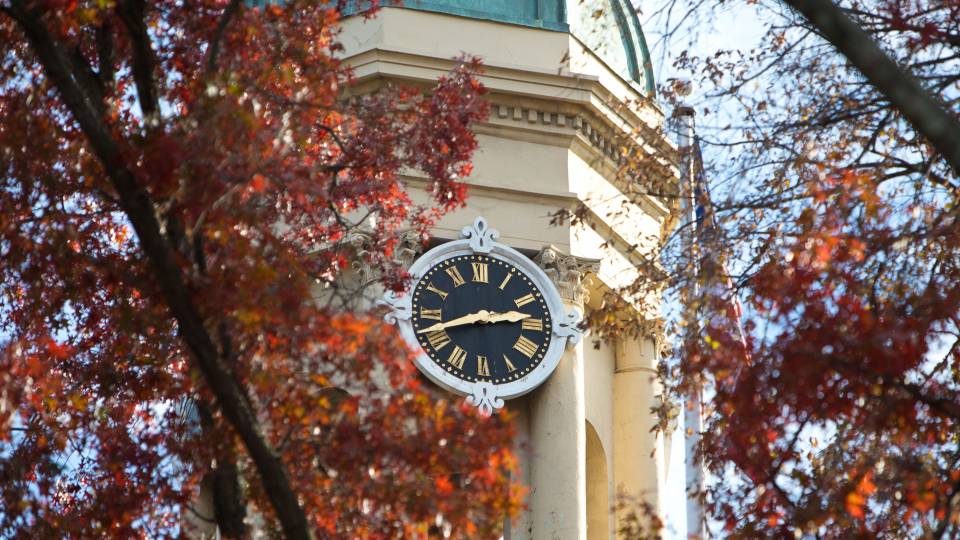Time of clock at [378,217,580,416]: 2:41
